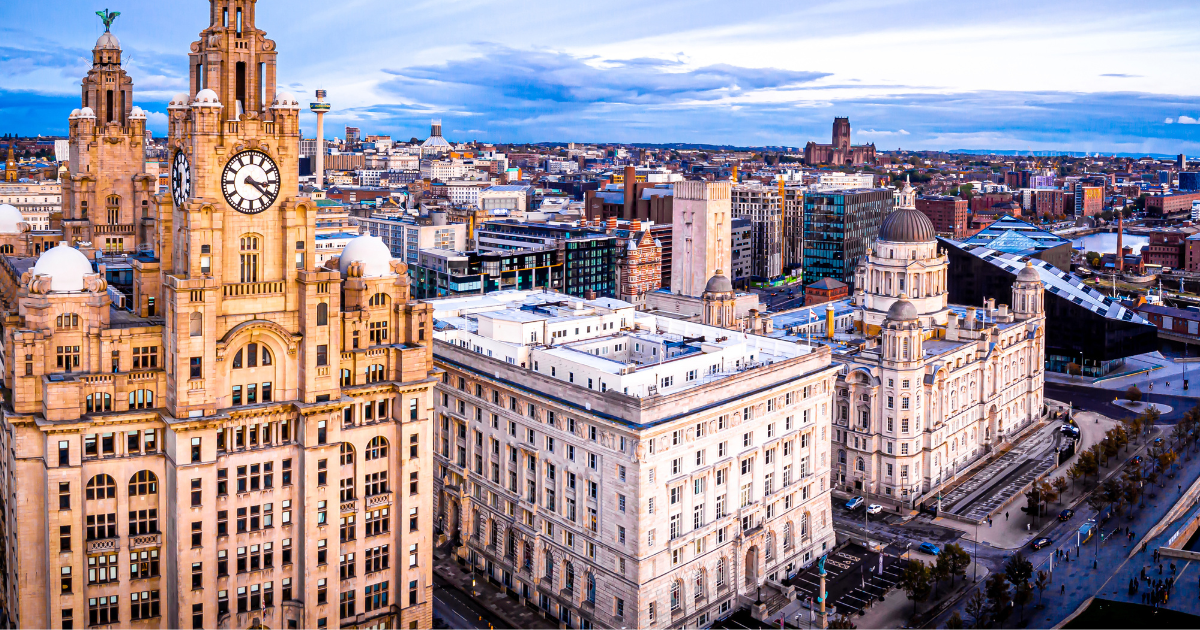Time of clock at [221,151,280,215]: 3:21
